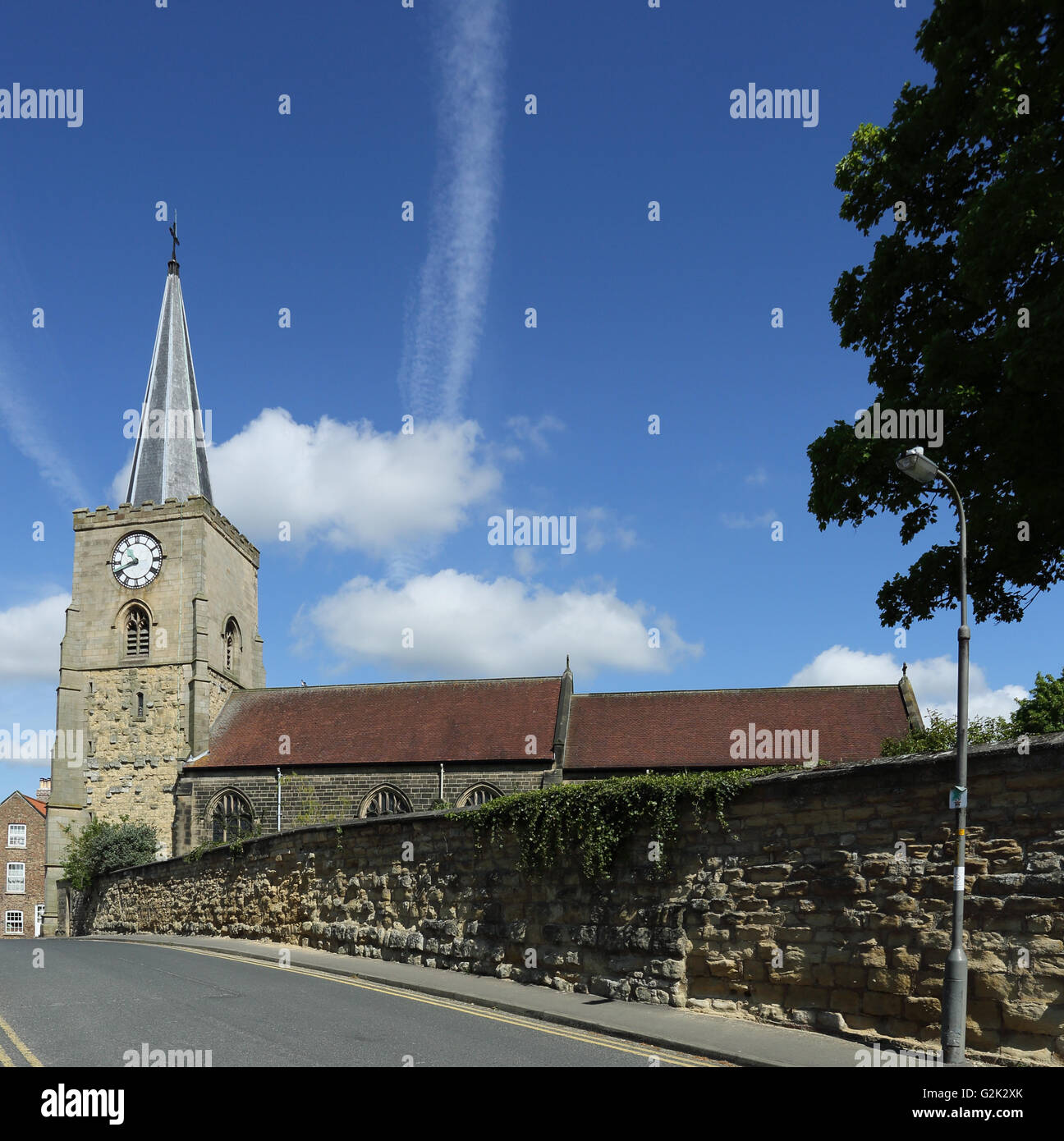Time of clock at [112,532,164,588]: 10:41
